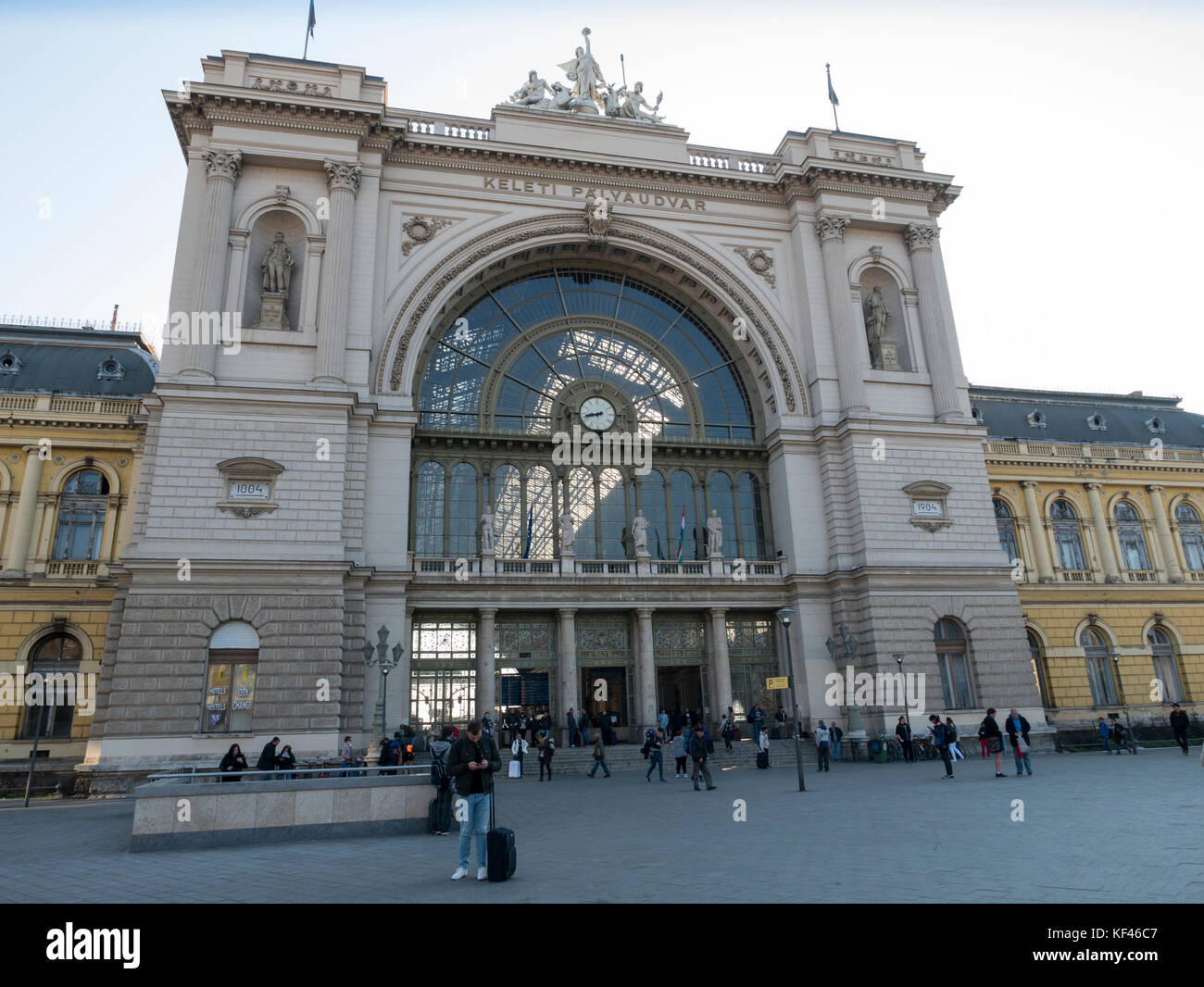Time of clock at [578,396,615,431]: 8:42
